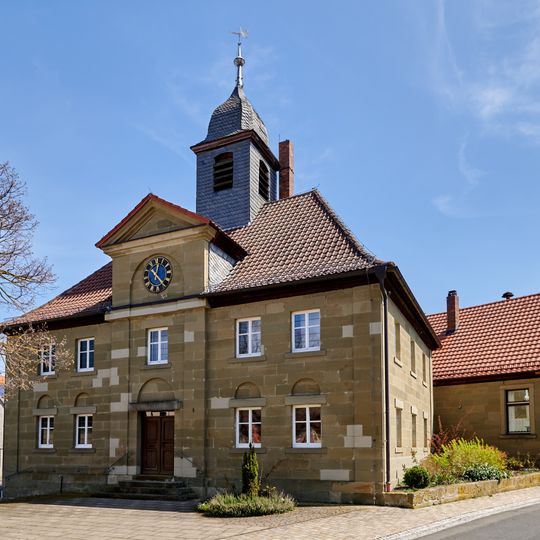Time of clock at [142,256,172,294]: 12:23
